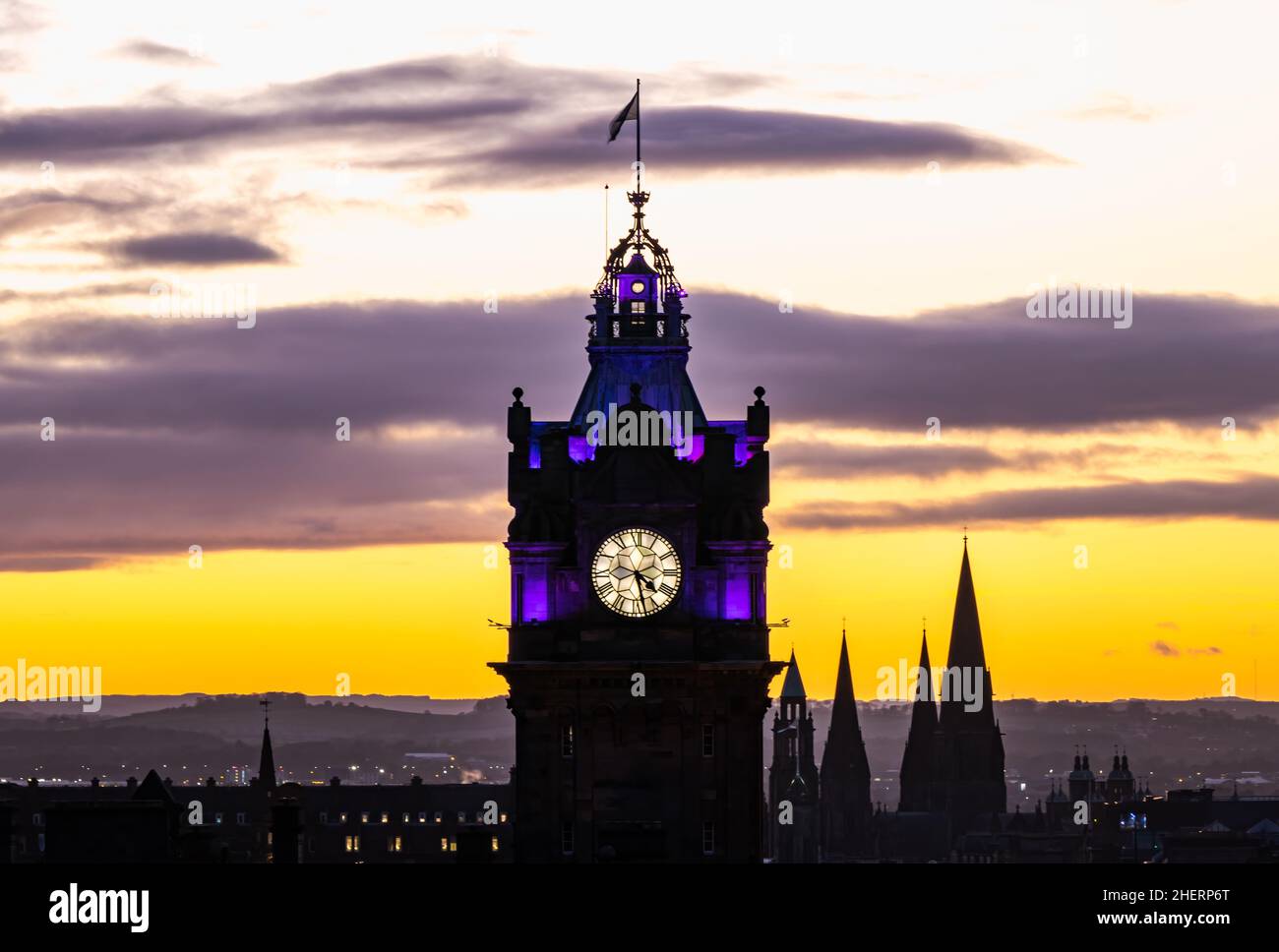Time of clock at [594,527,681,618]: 4:27
